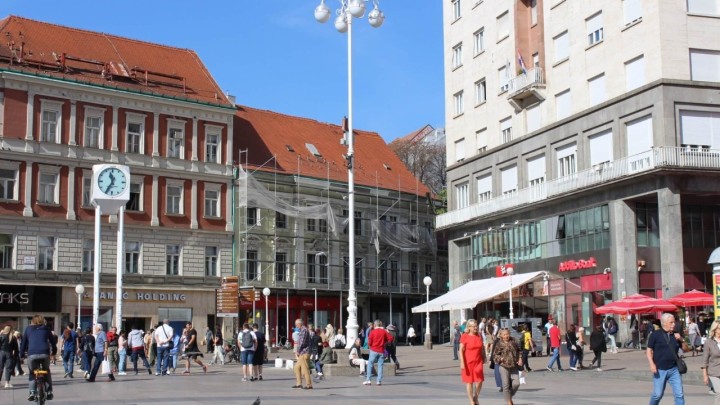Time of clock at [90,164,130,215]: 11:34
